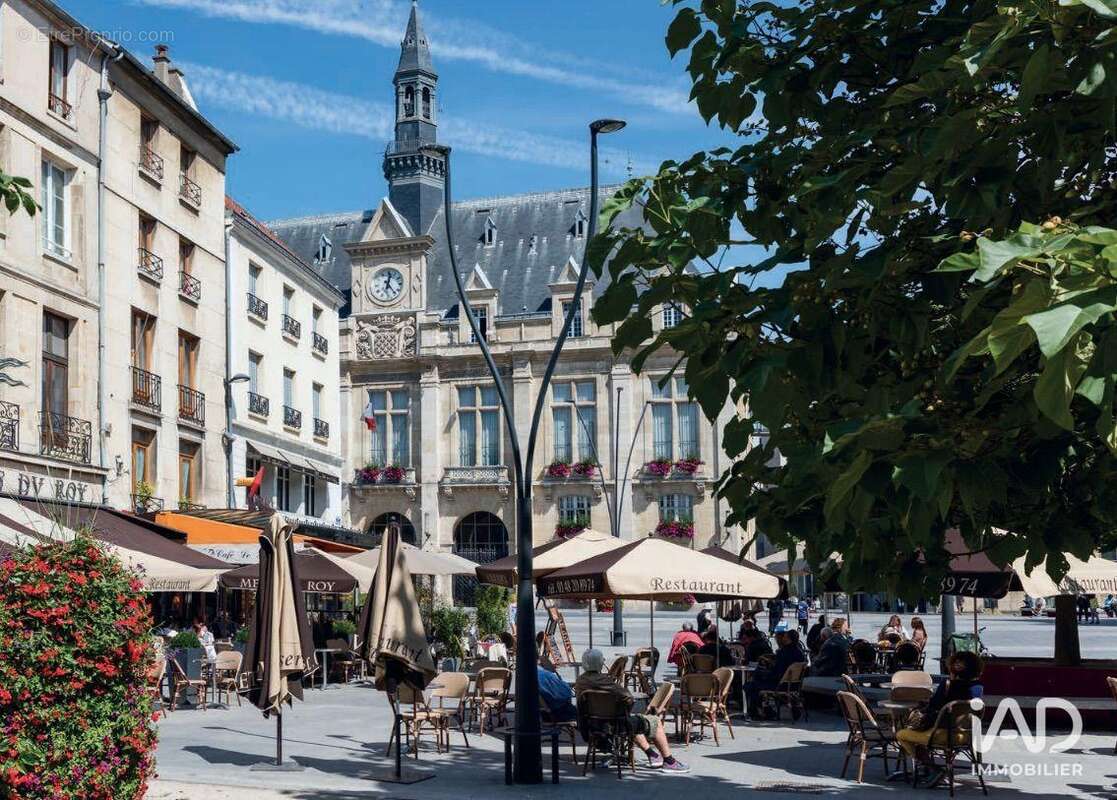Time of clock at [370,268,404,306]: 12:23
